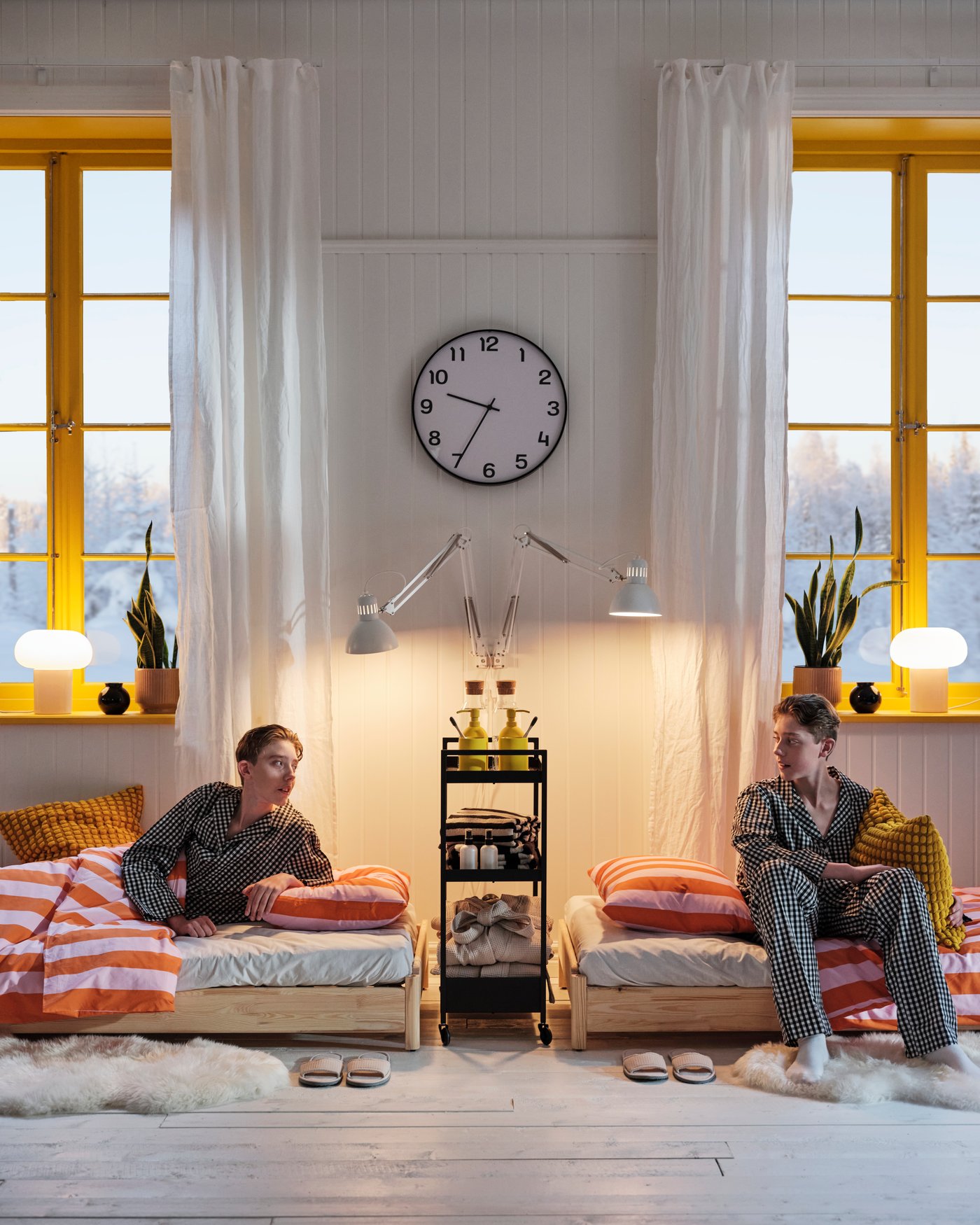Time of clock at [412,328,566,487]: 9:34
